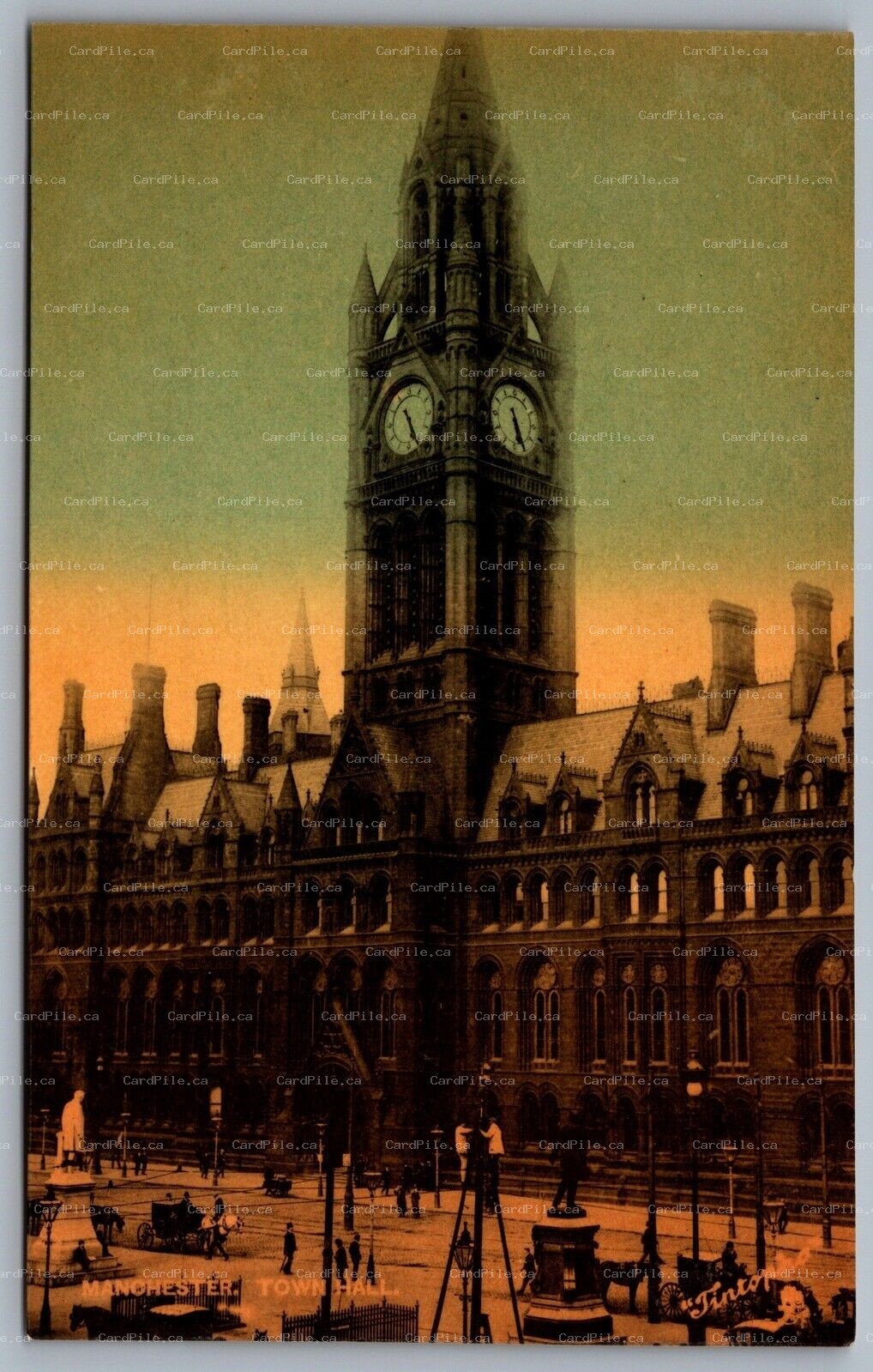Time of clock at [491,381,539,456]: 5:26
